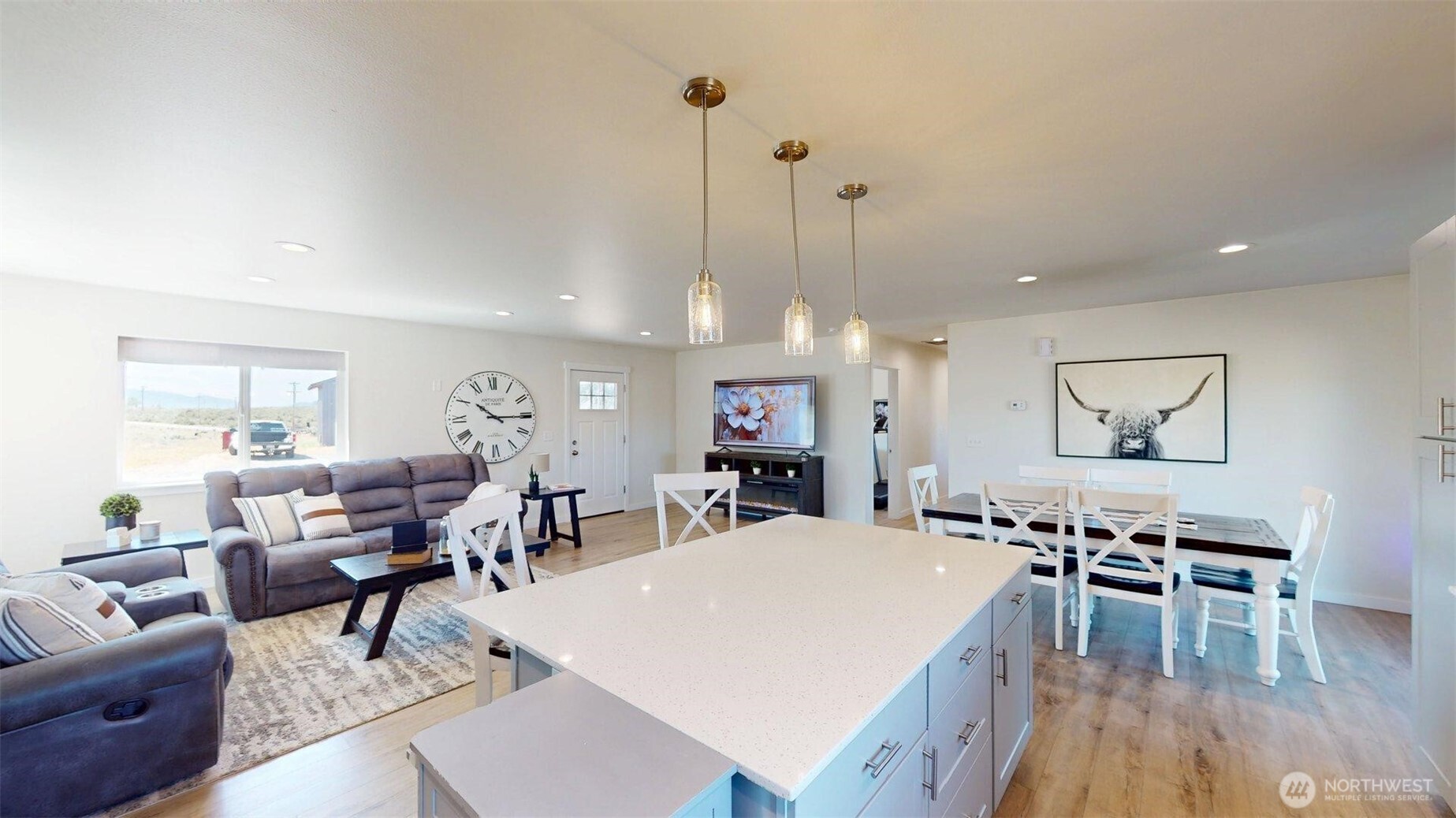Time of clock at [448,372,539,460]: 10:14
